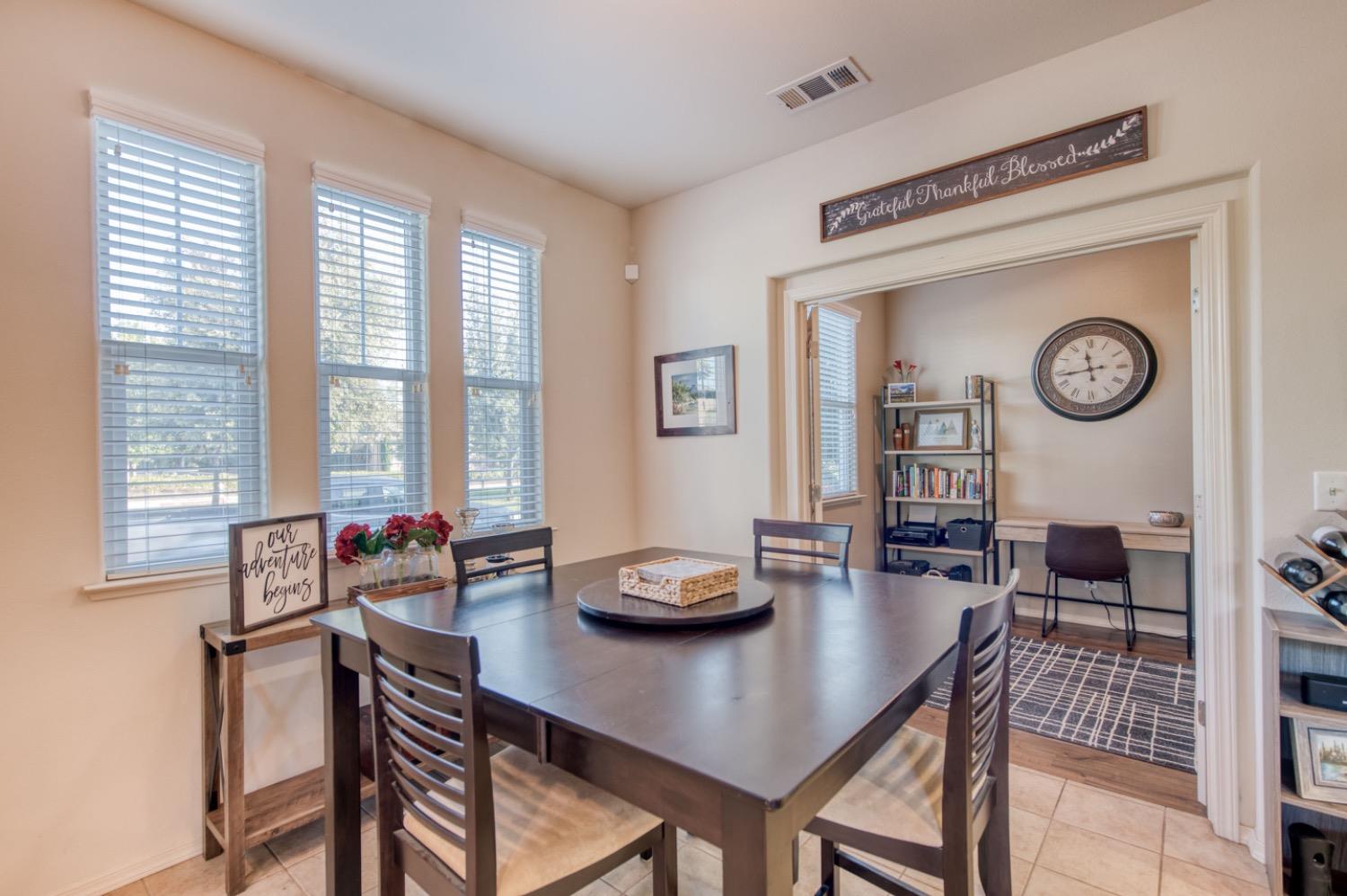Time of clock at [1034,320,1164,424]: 11:43
